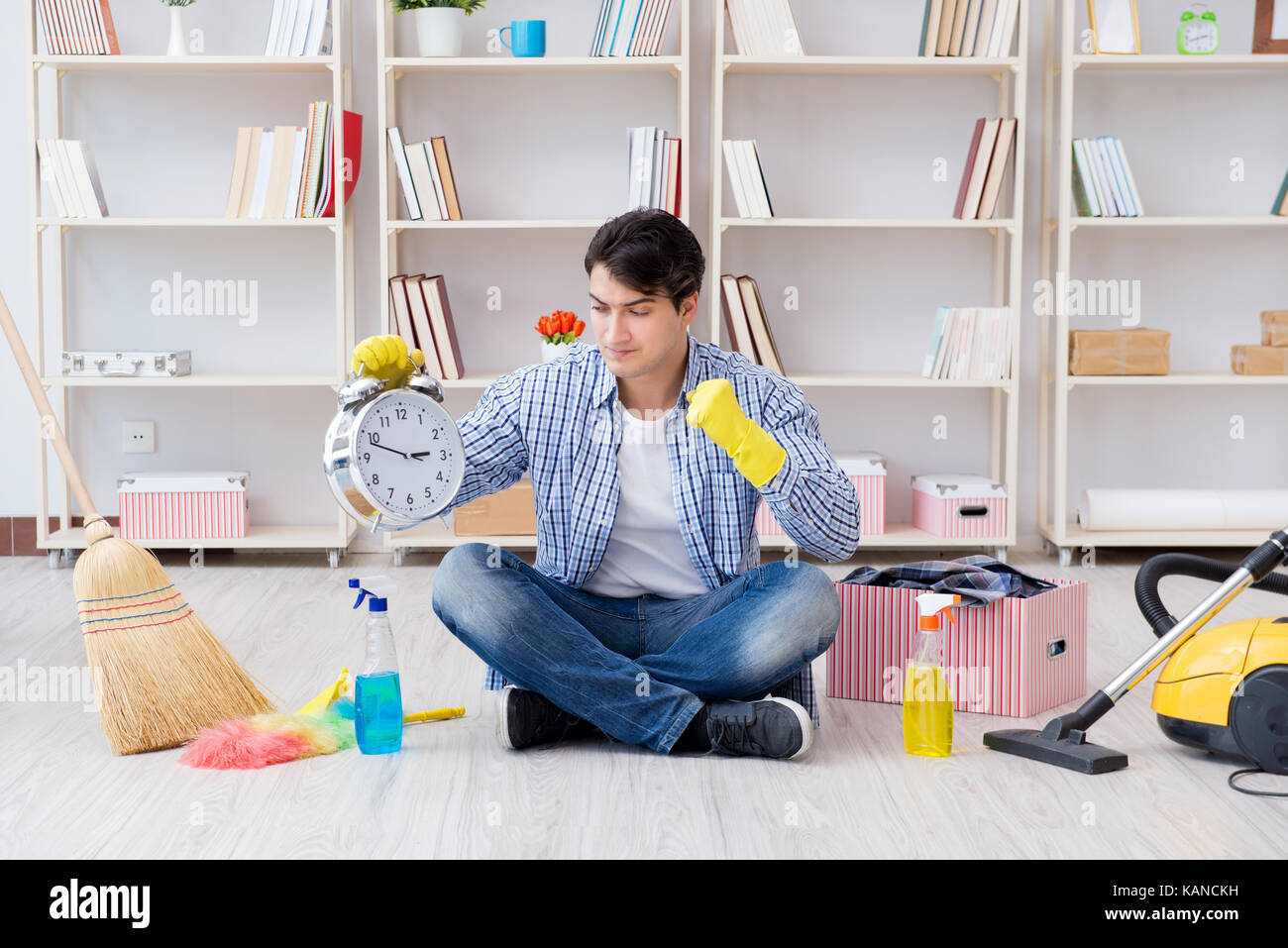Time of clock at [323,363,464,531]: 2:48
